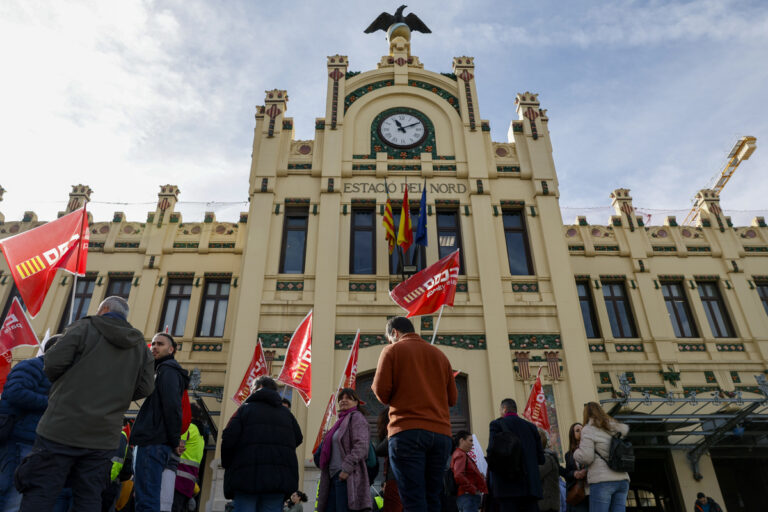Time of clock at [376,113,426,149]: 11:10
